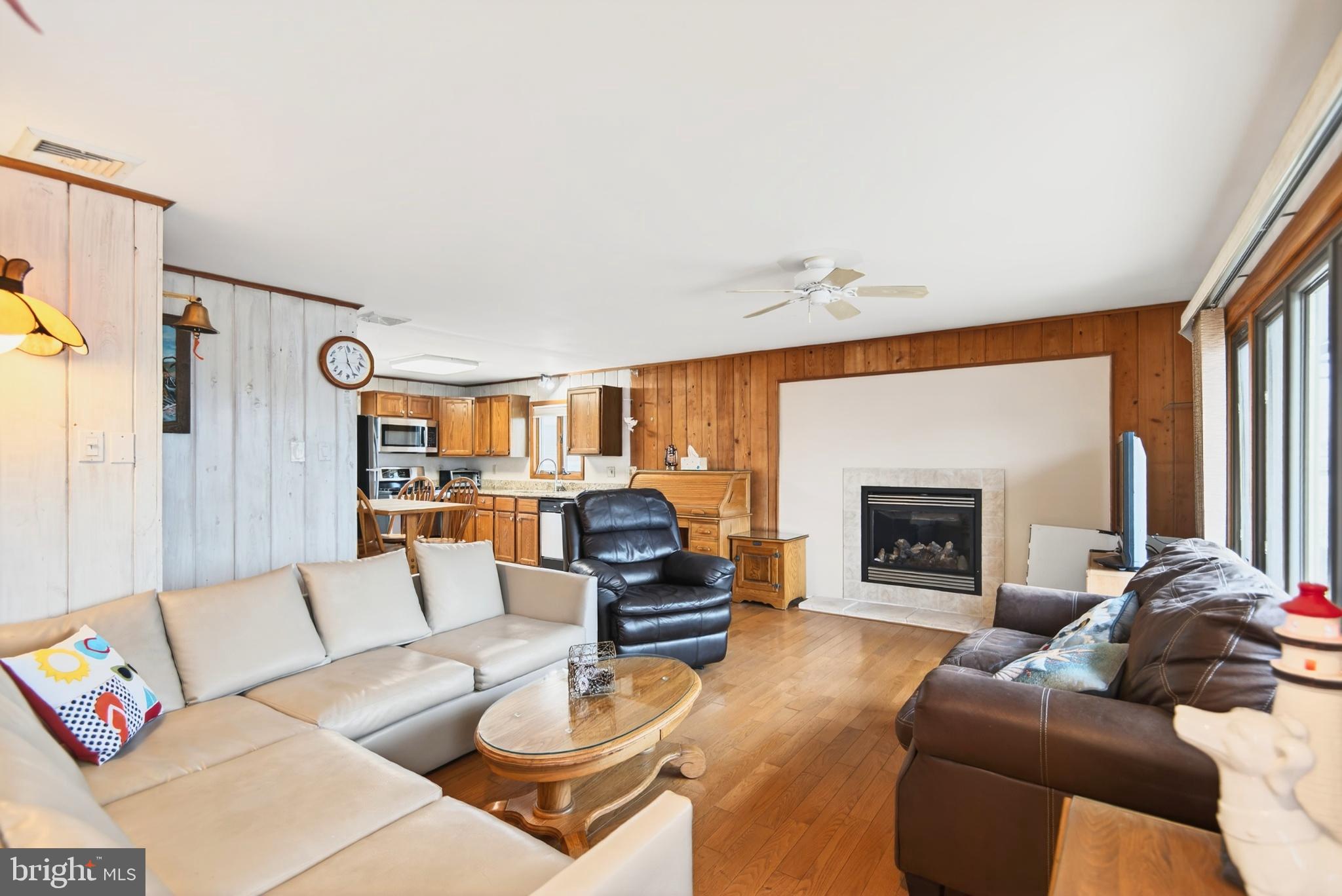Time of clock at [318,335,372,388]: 4:59
